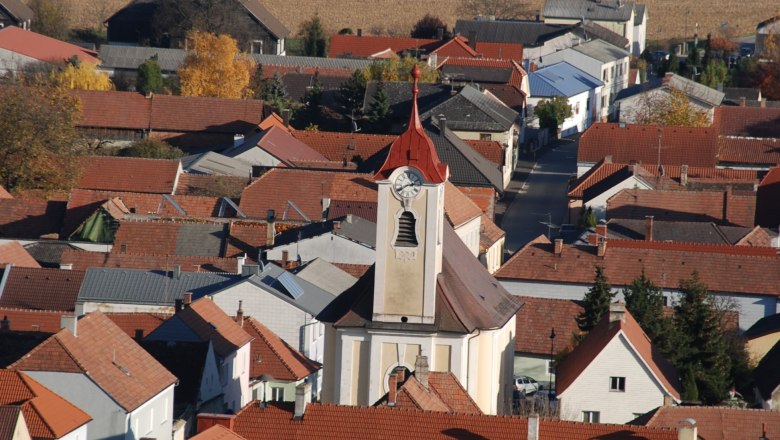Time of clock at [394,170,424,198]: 2:40
